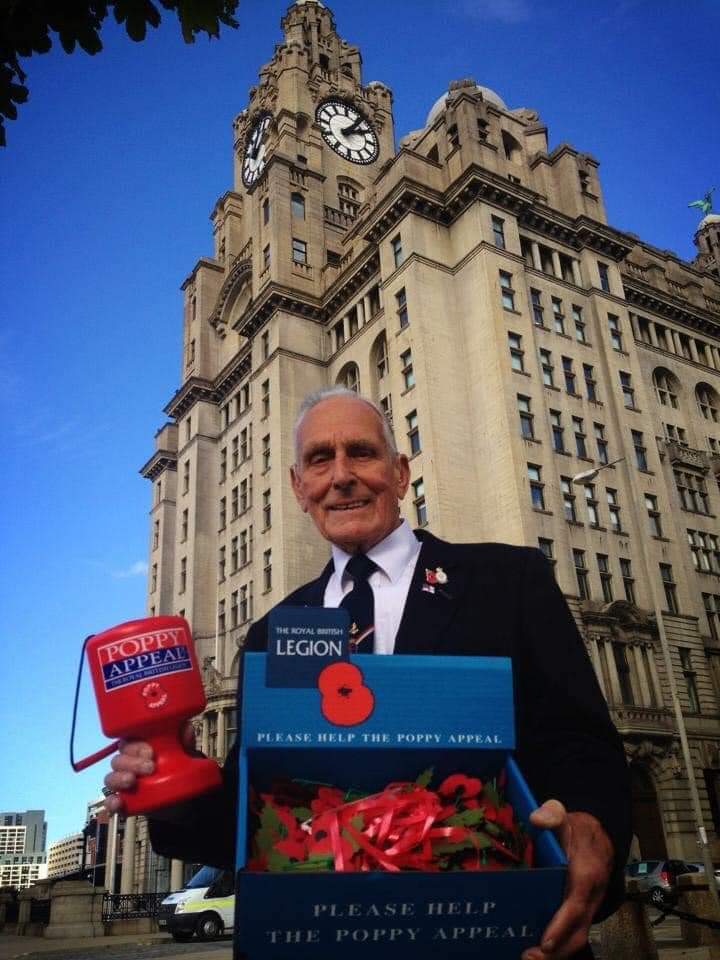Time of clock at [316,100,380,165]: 2:06
